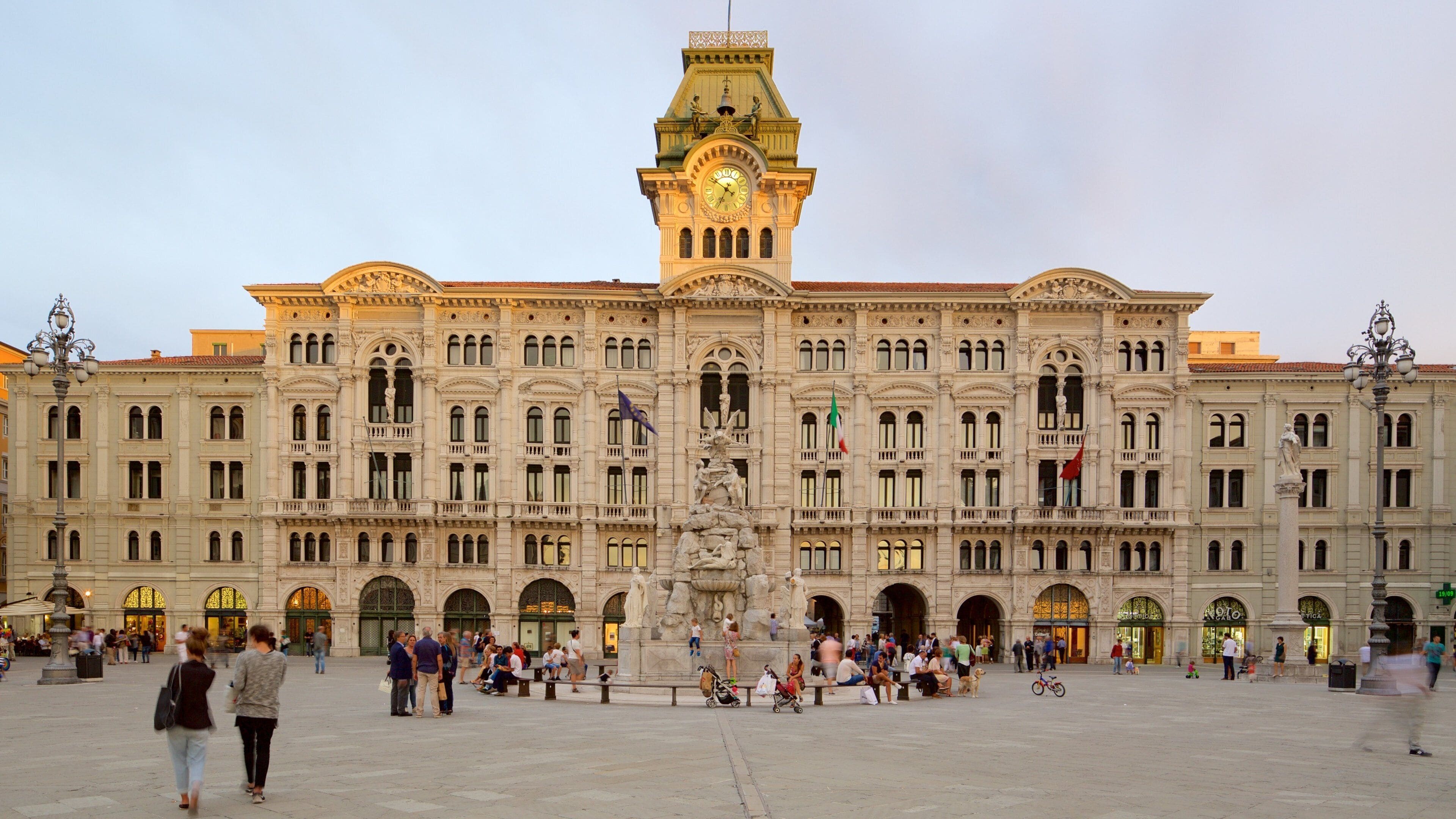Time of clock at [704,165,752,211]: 6:51
